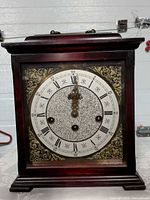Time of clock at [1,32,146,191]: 12:00
